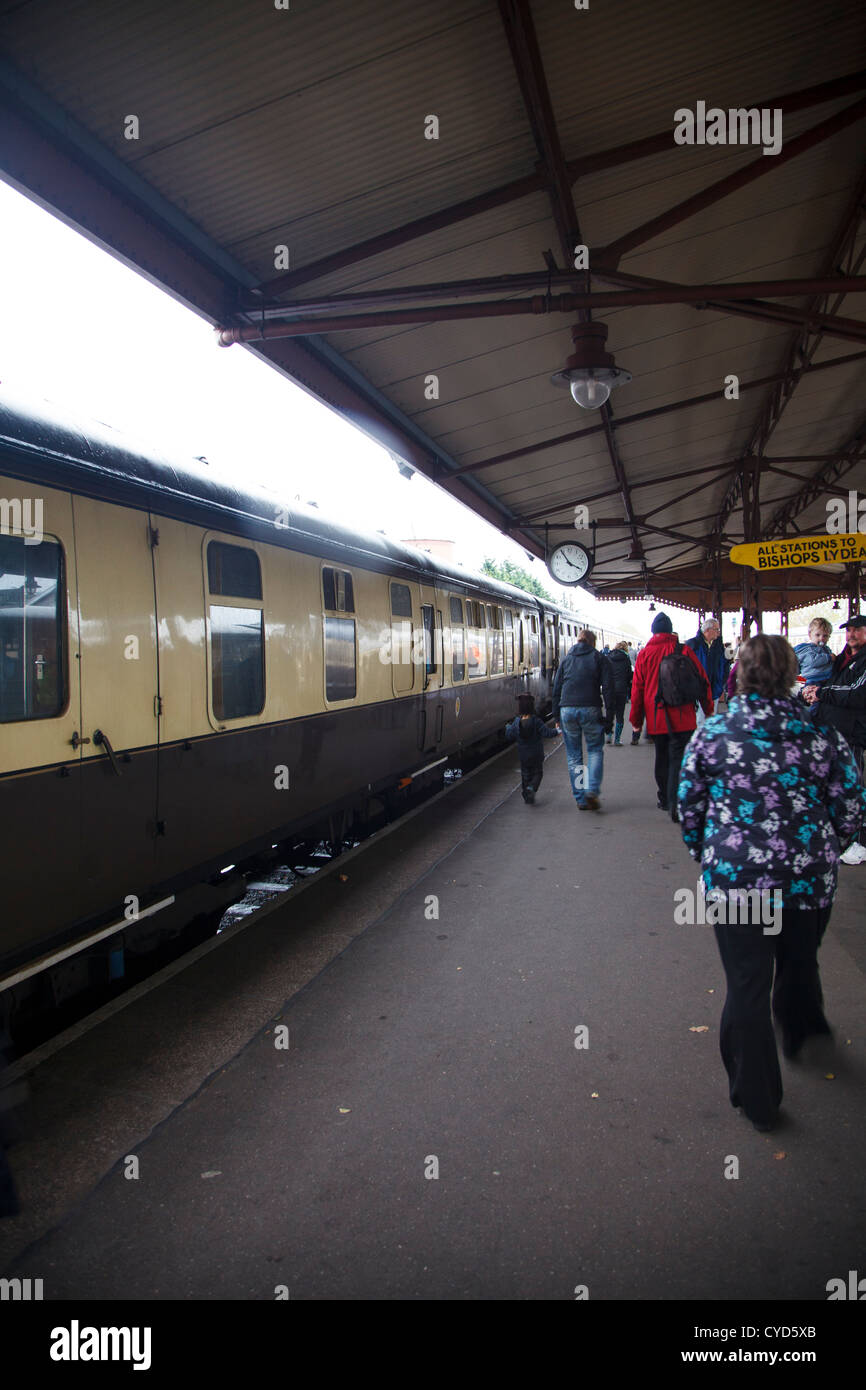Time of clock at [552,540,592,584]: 3:54
